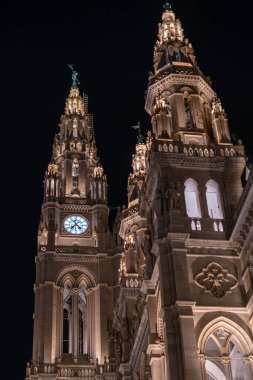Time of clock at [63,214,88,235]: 7:23
